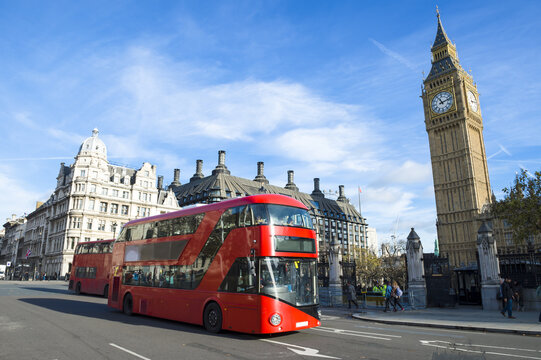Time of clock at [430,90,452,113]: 11:12
